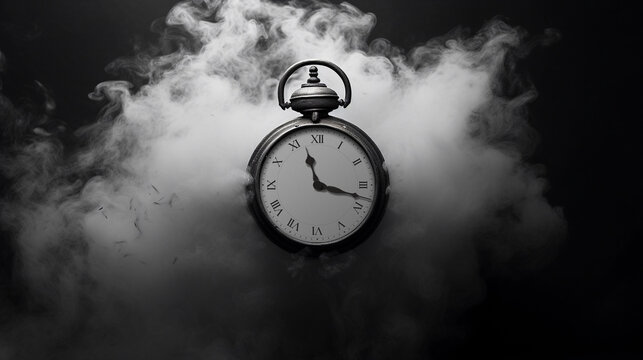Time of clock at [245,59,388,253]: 11:17
